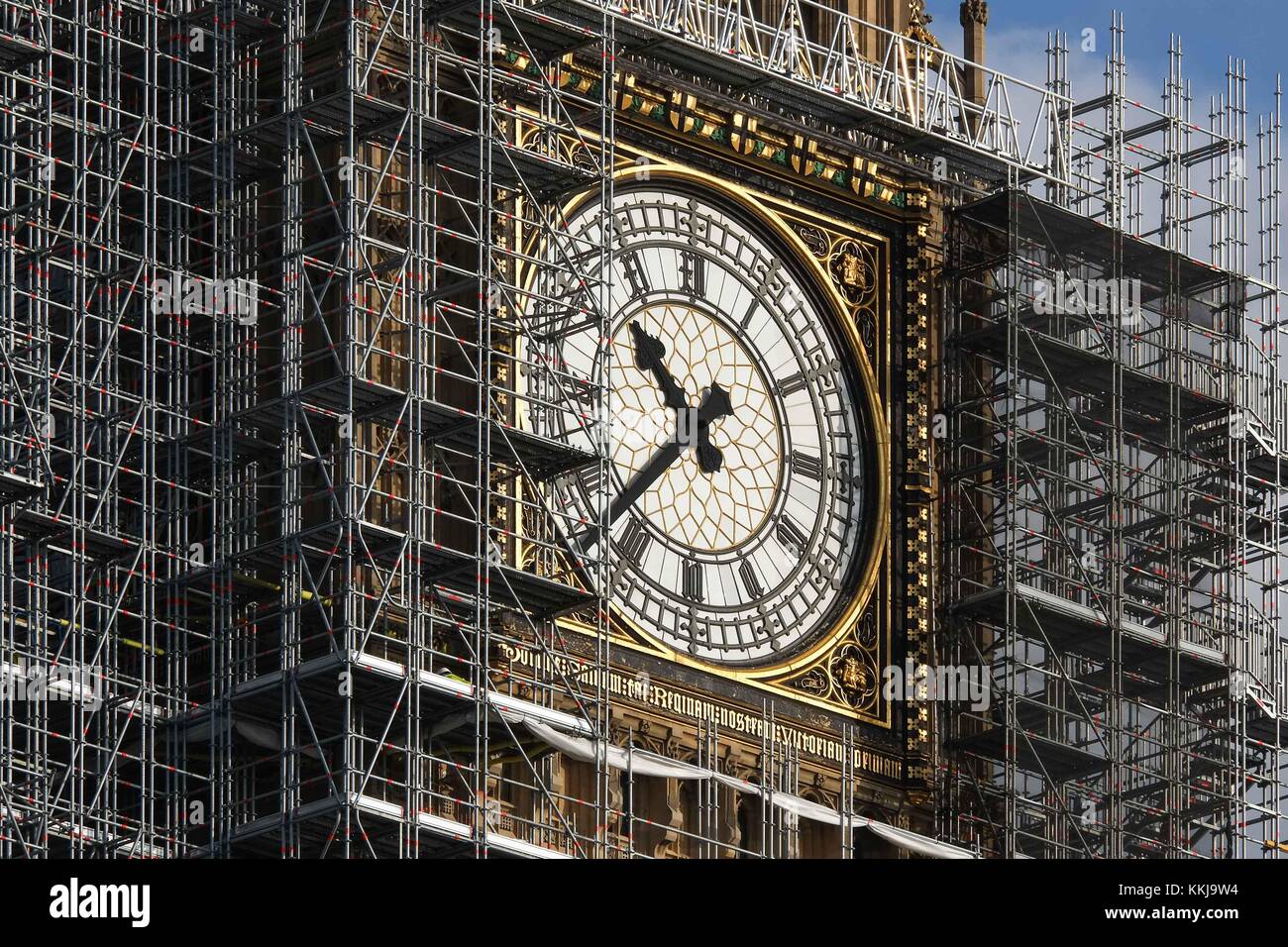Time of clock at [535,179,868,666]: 10:37
